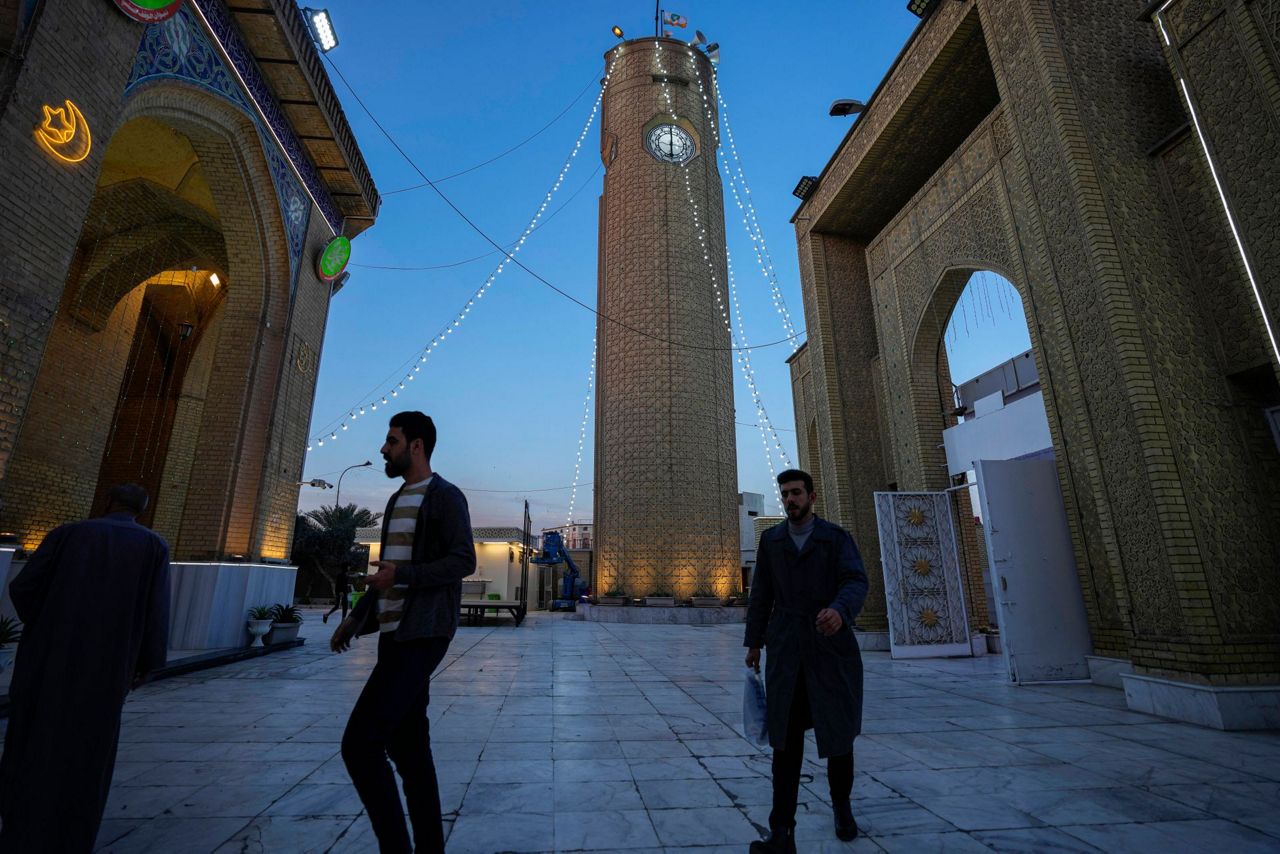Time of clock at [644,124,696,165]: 5:59
